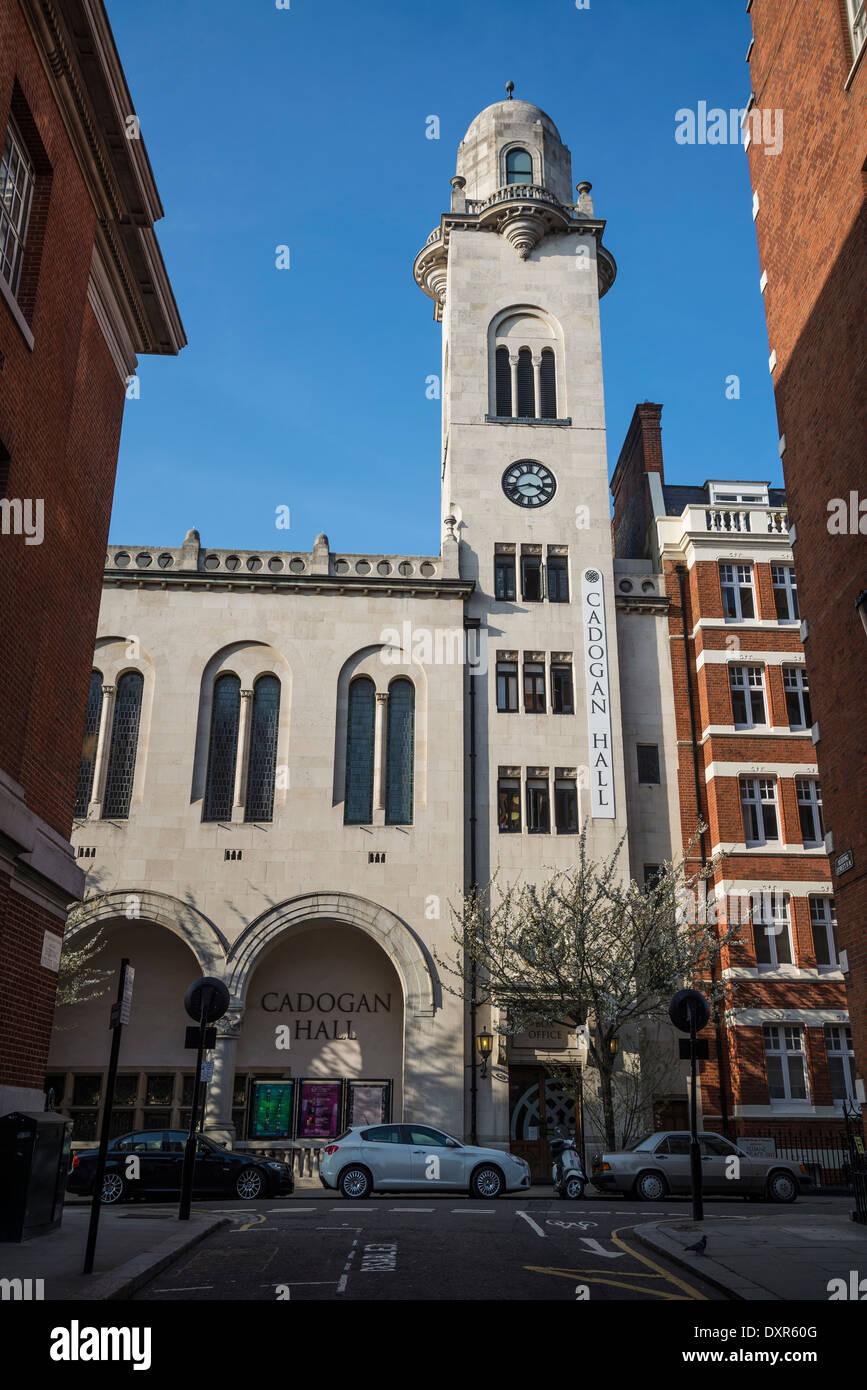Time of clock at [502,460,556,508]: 3:42
